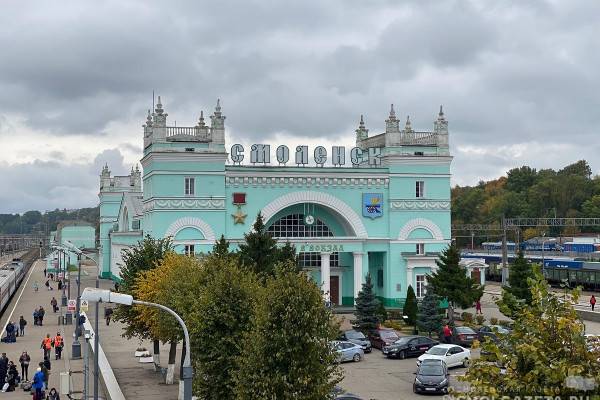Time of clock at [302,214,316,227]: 8:57
